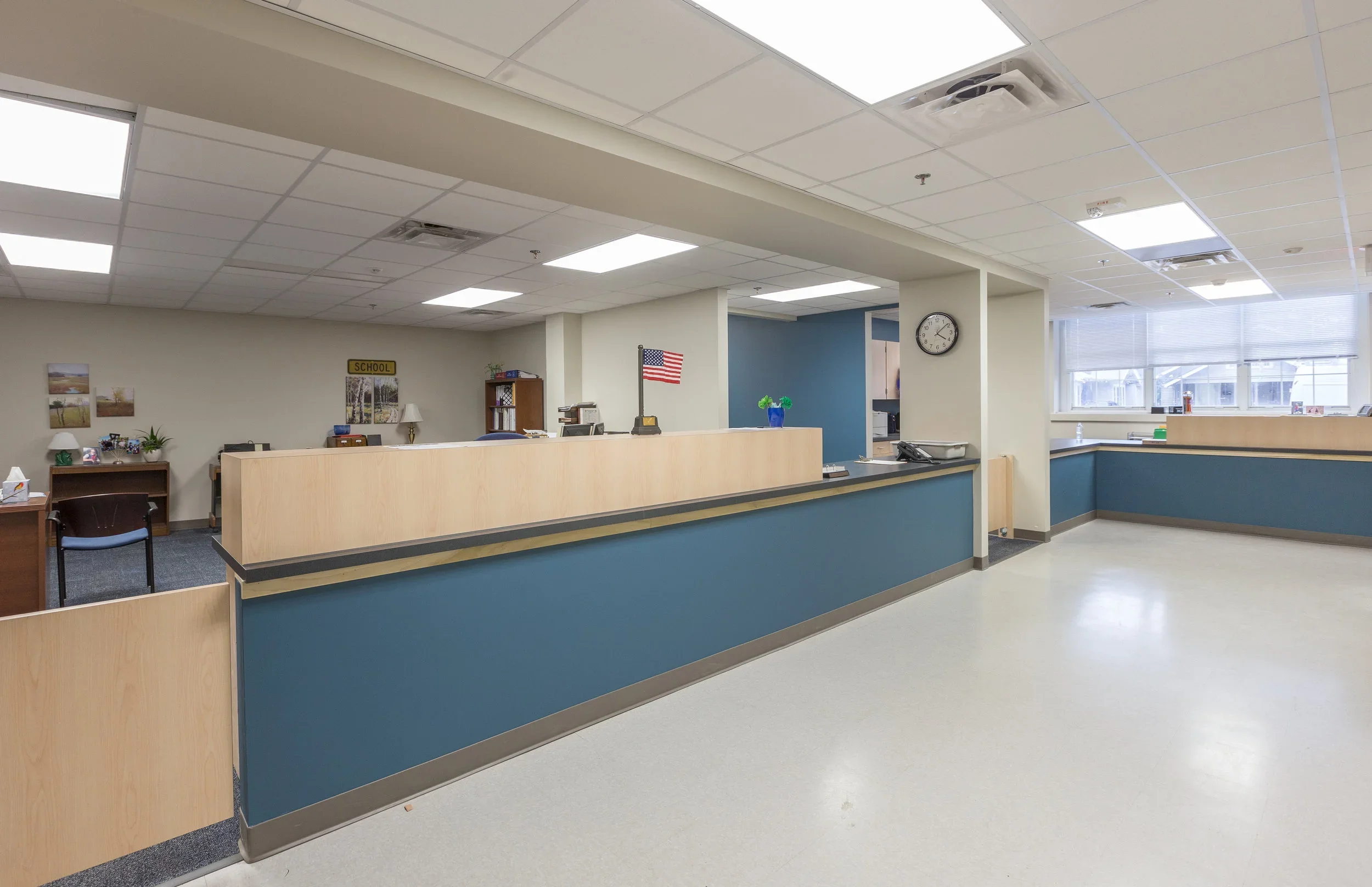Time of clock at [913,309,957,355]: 4:08
